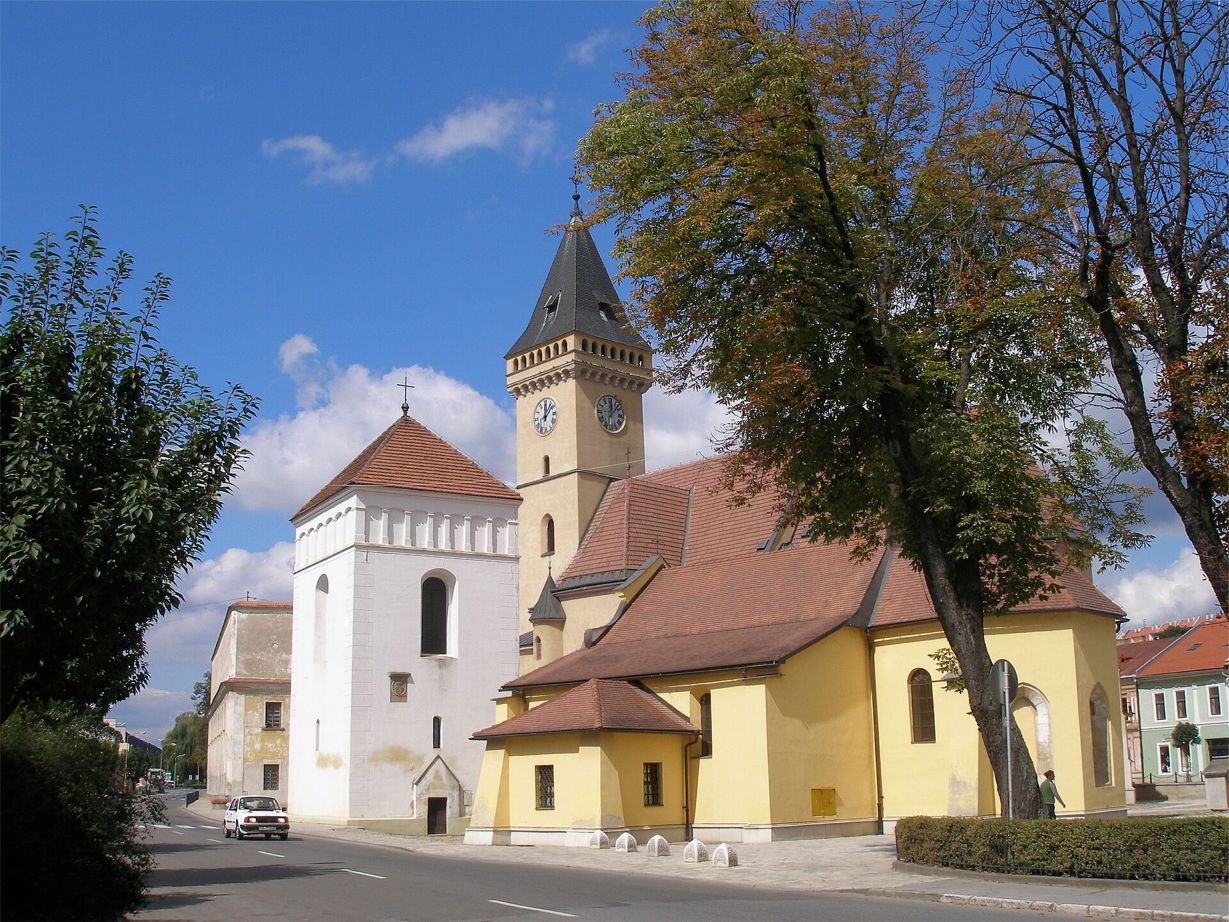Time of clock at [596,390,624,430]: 12:07
